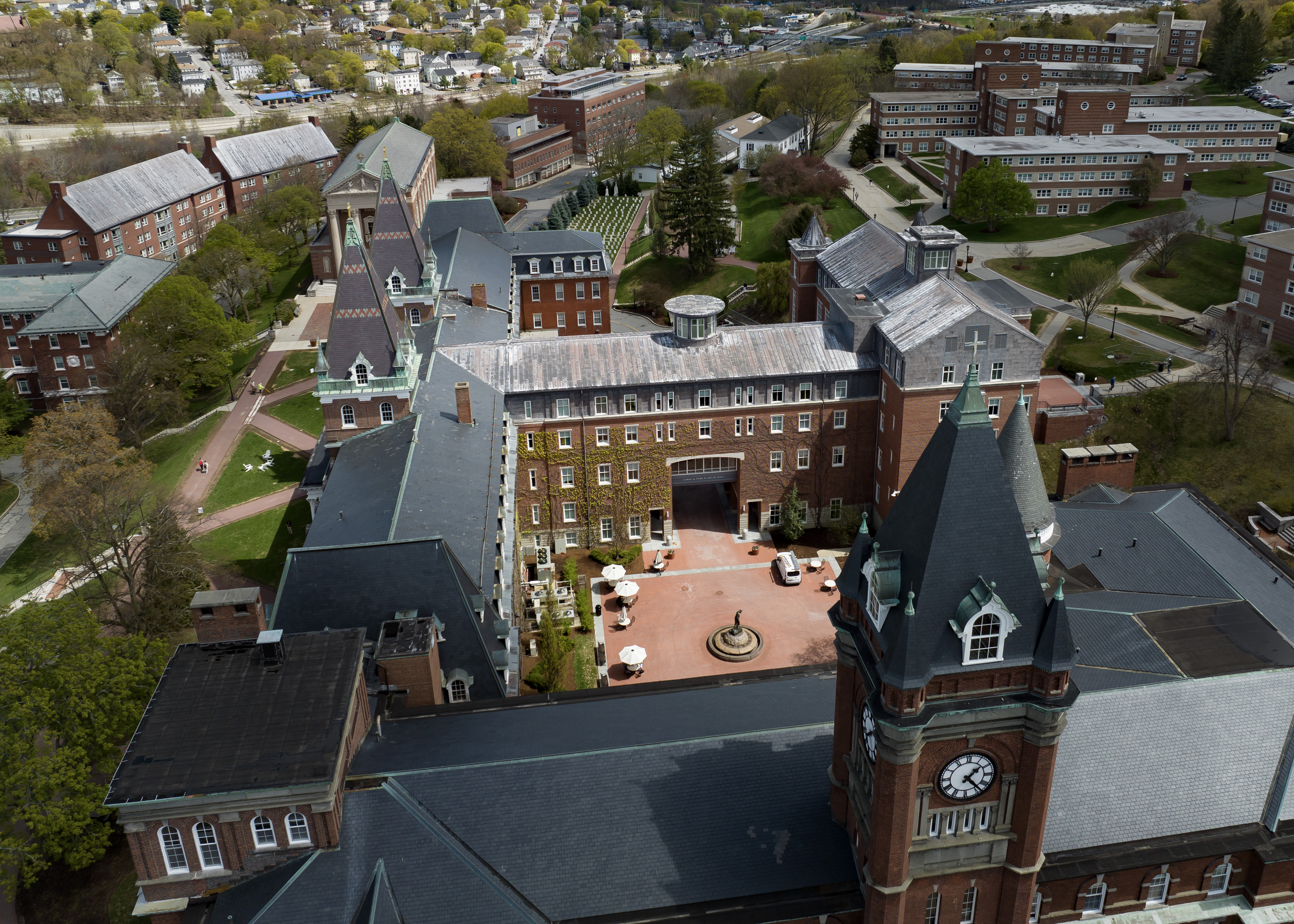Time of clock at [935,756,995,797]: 1:23
